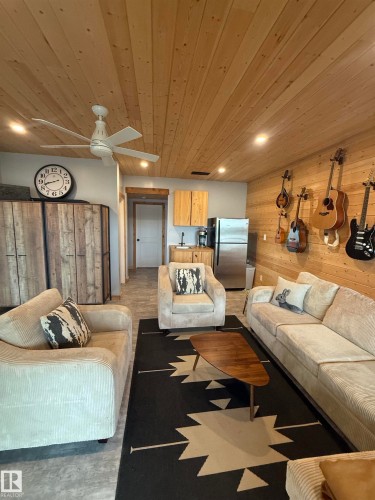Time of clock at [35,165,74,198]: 8:42
